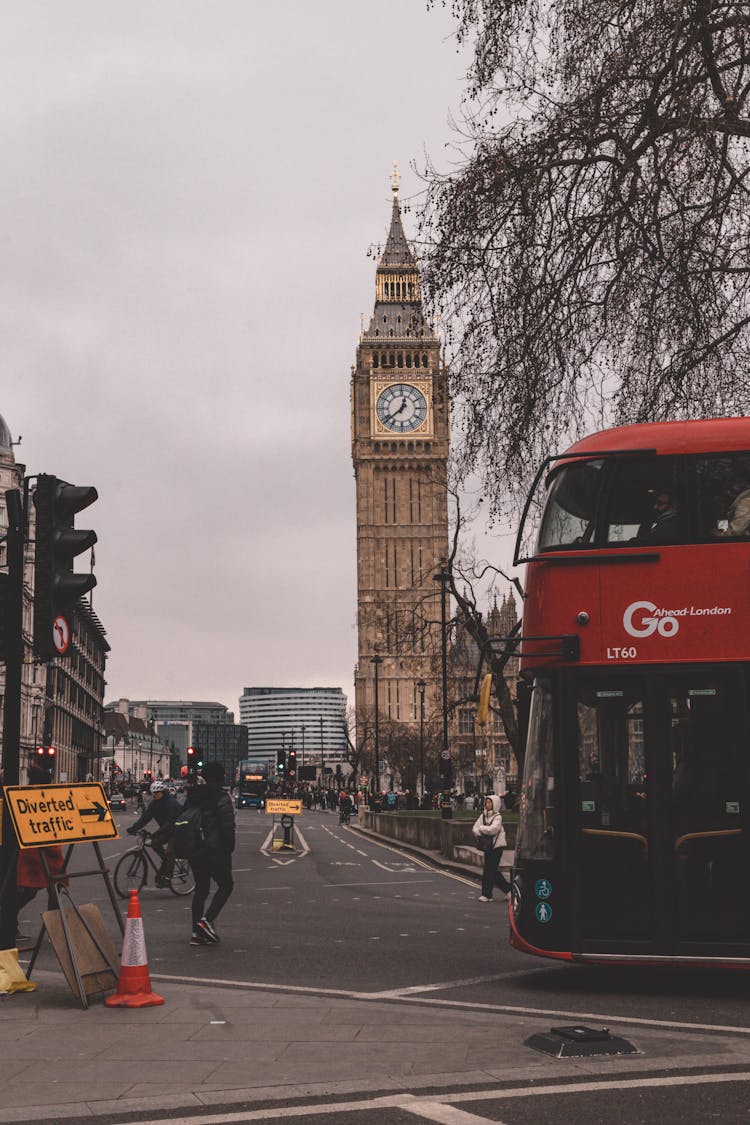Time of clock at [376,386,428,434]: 12:38
